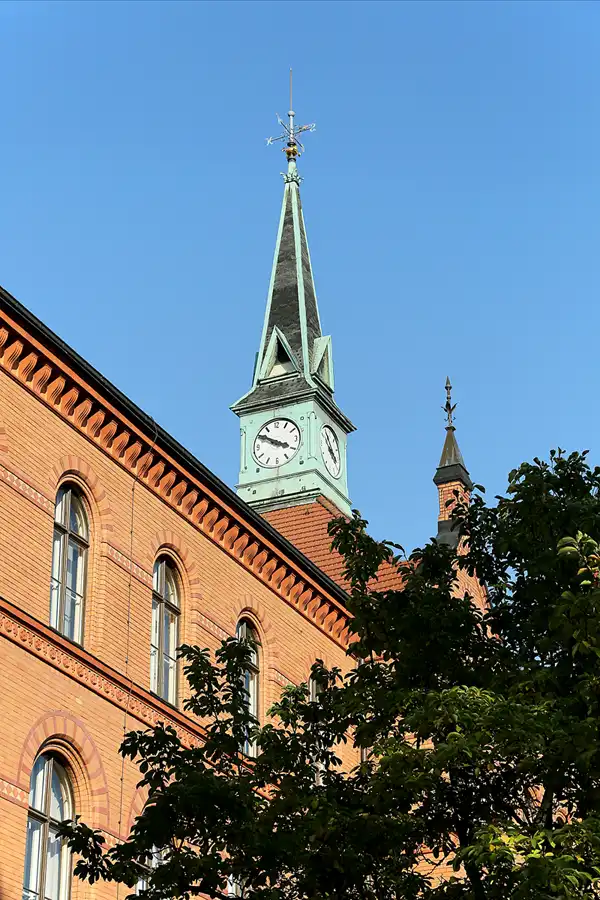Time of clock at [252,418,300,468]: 3:50
